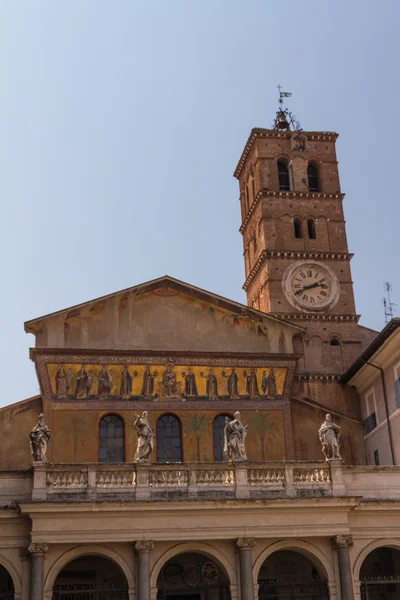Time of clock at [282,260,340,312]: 2:40
